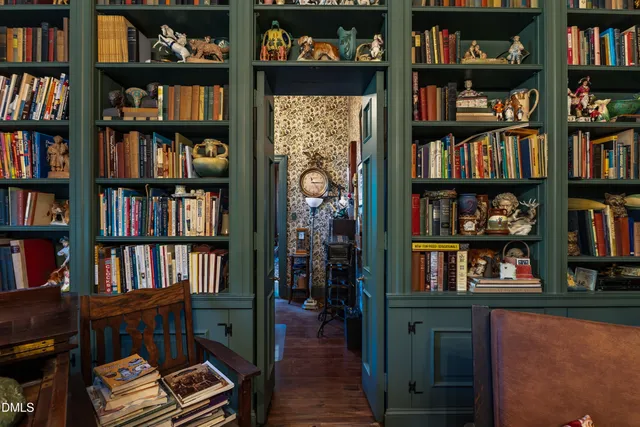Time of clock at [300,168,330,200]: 11:15
